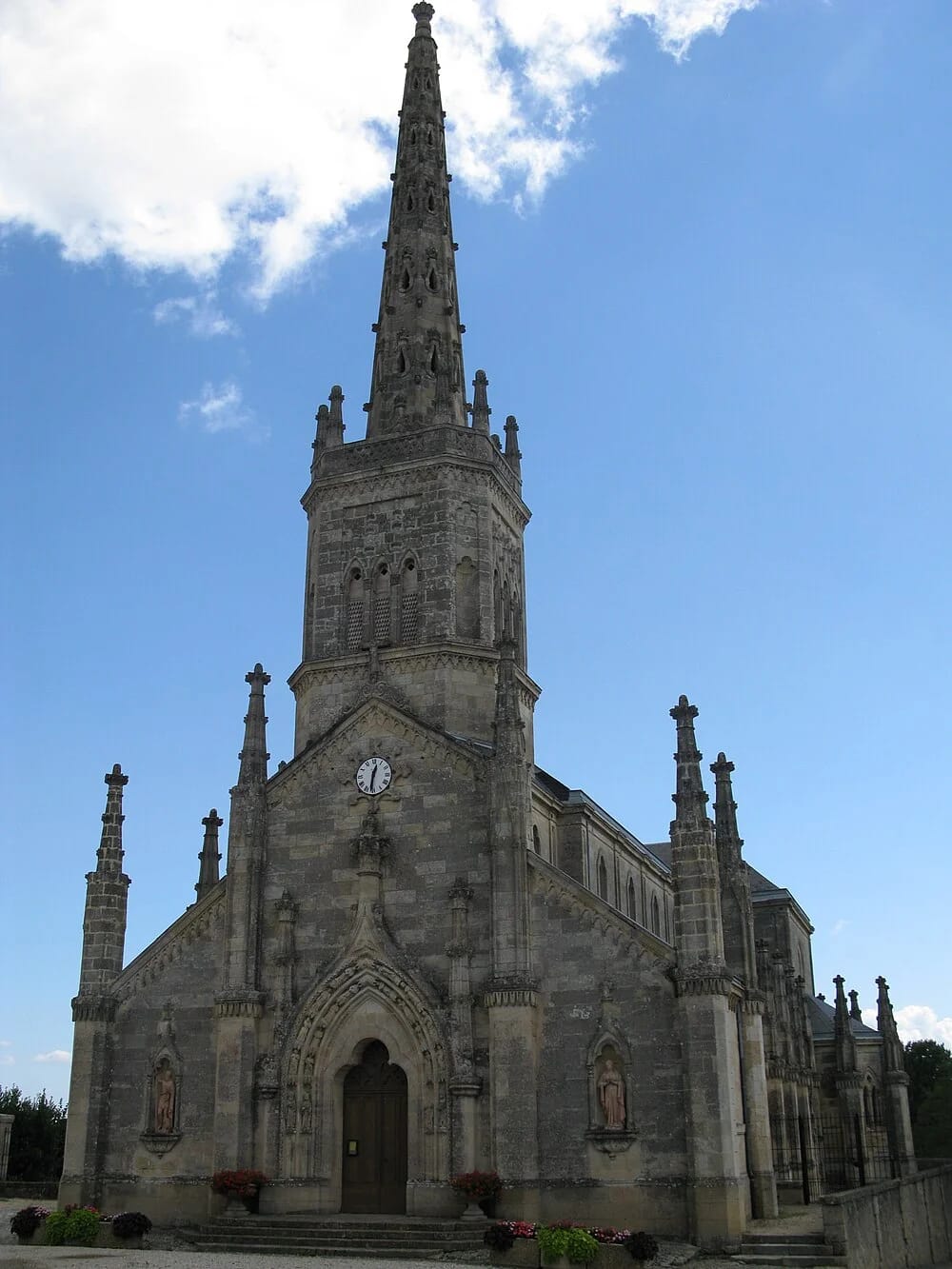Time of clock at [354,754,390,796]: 12:31
